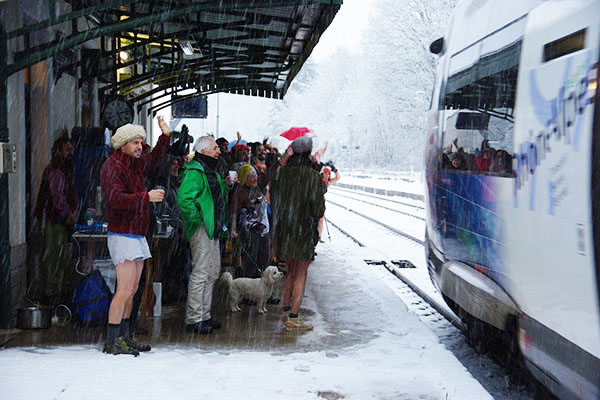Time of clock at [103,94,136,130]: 5:12
